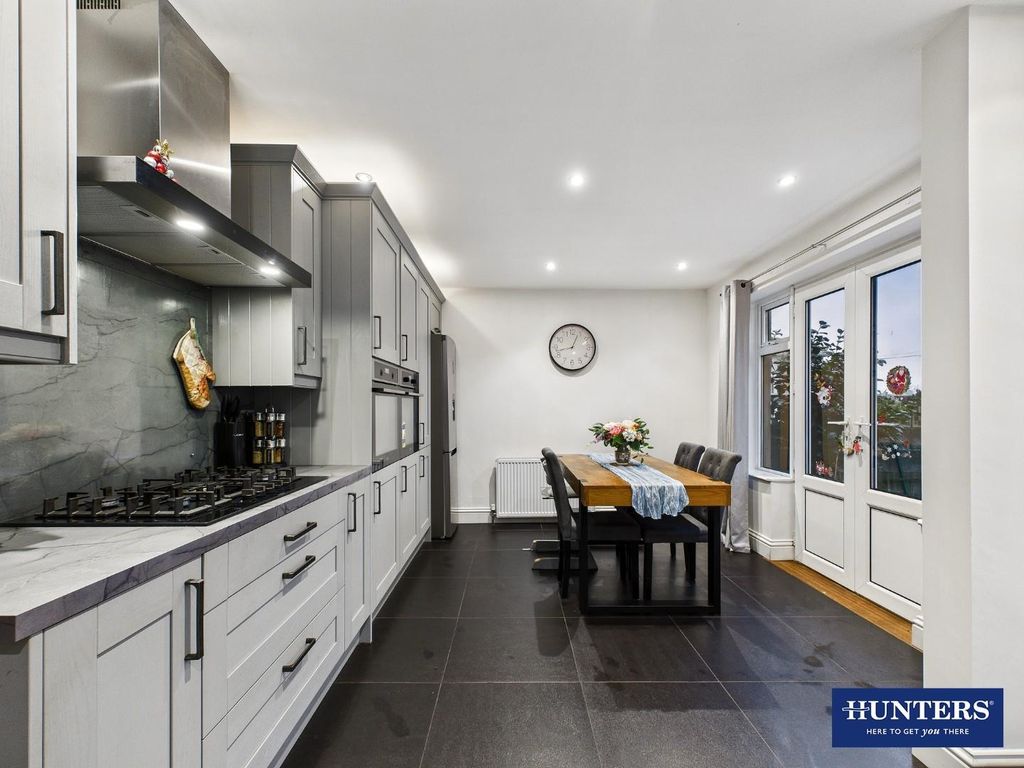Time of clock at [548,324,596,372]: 12:42
